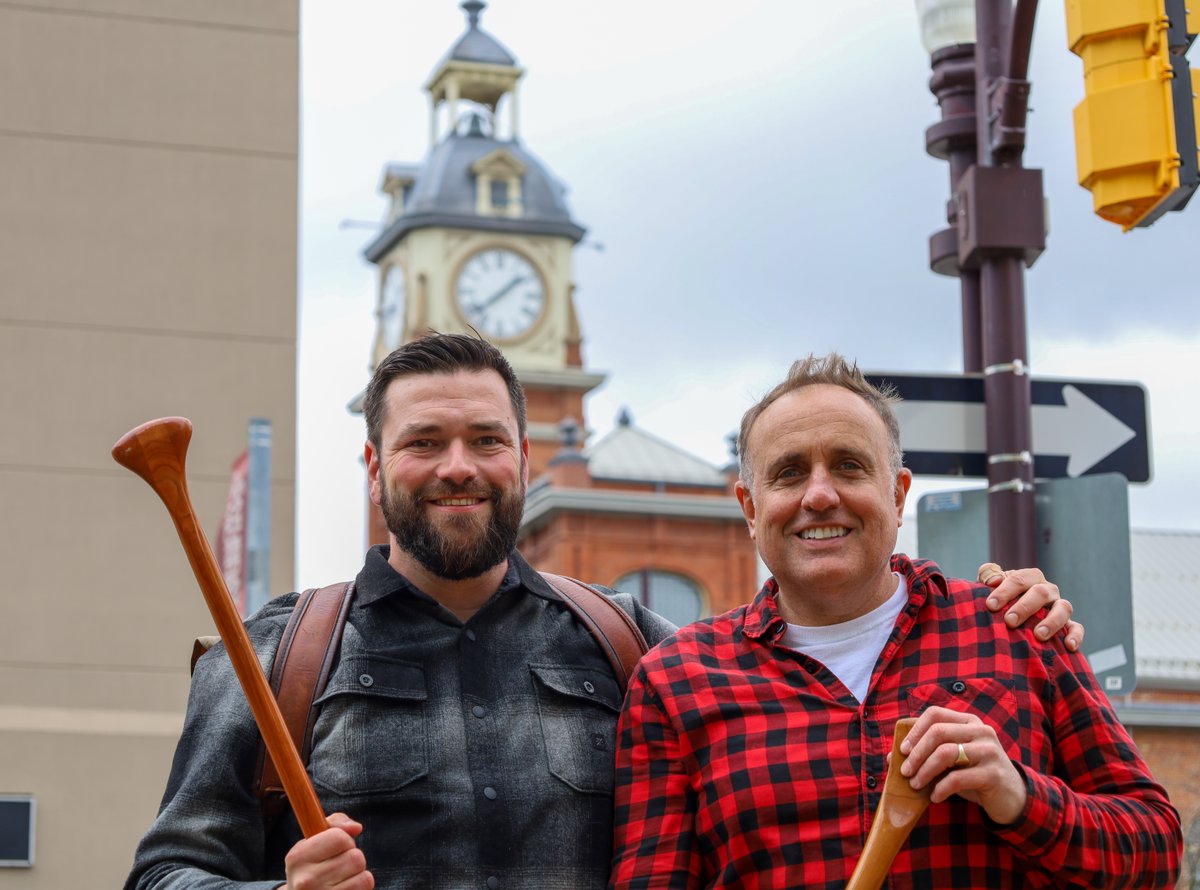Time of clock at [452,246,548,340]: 1:38
